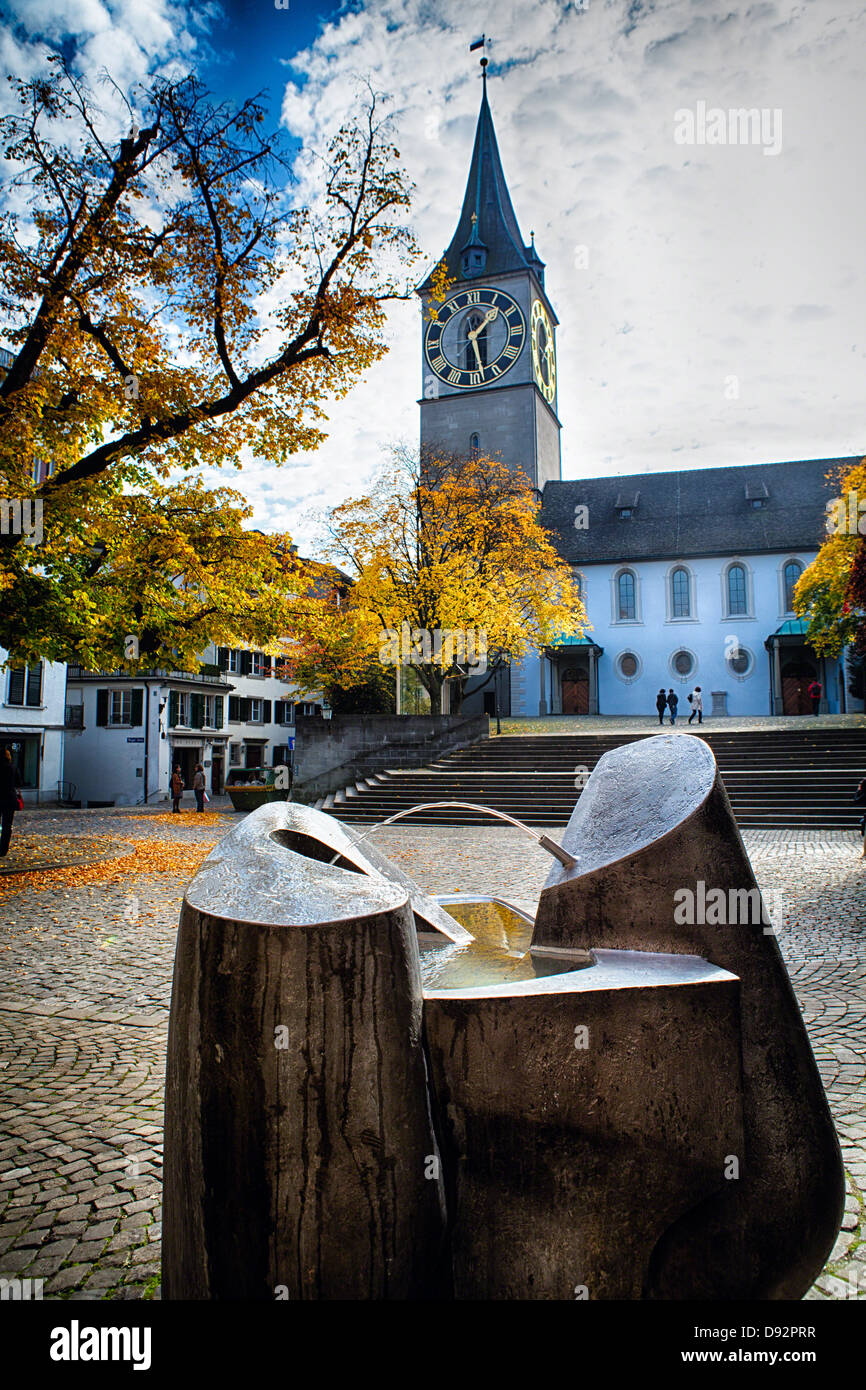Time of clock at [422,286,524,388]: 1:28
